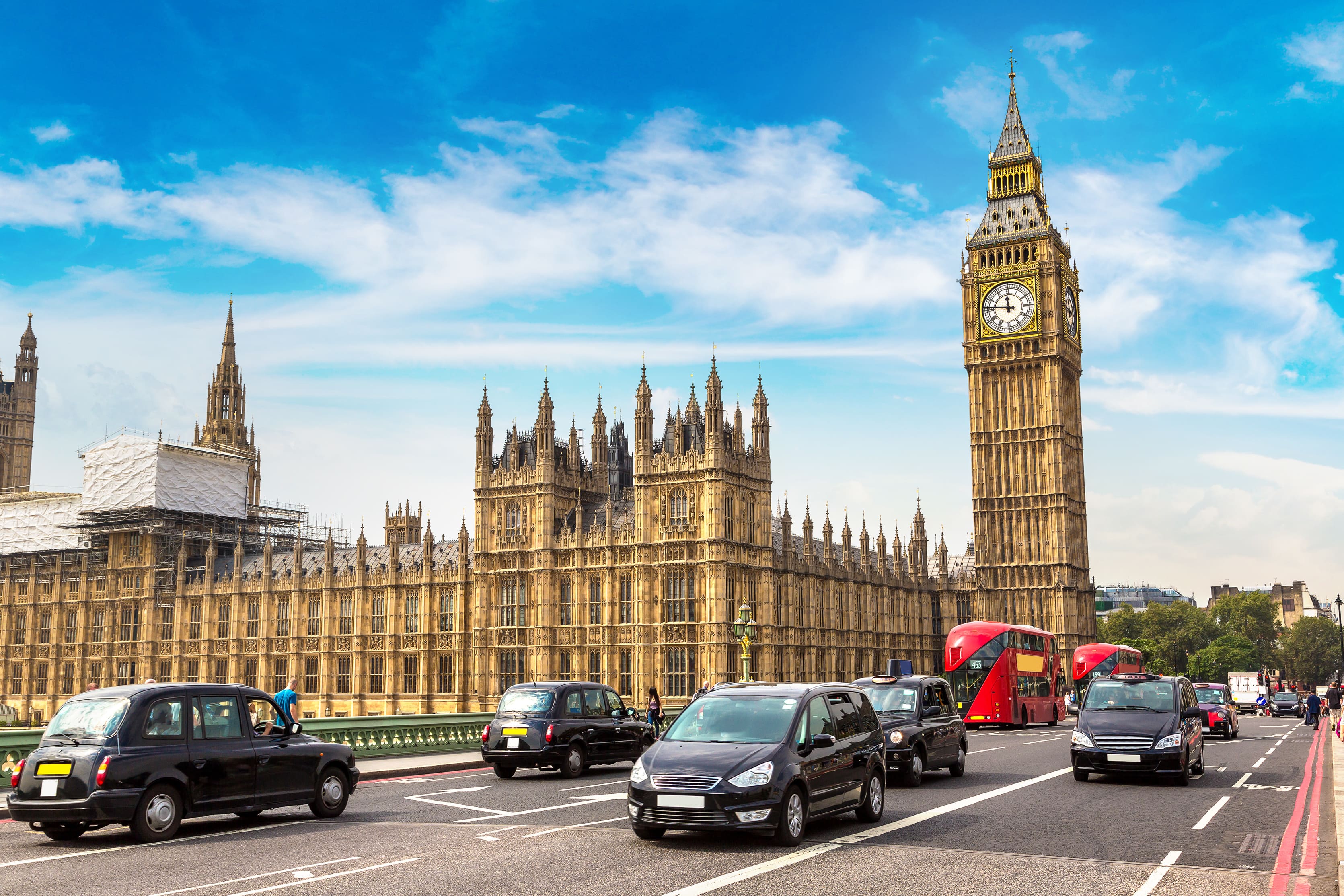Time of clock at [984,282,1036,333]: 11:46
